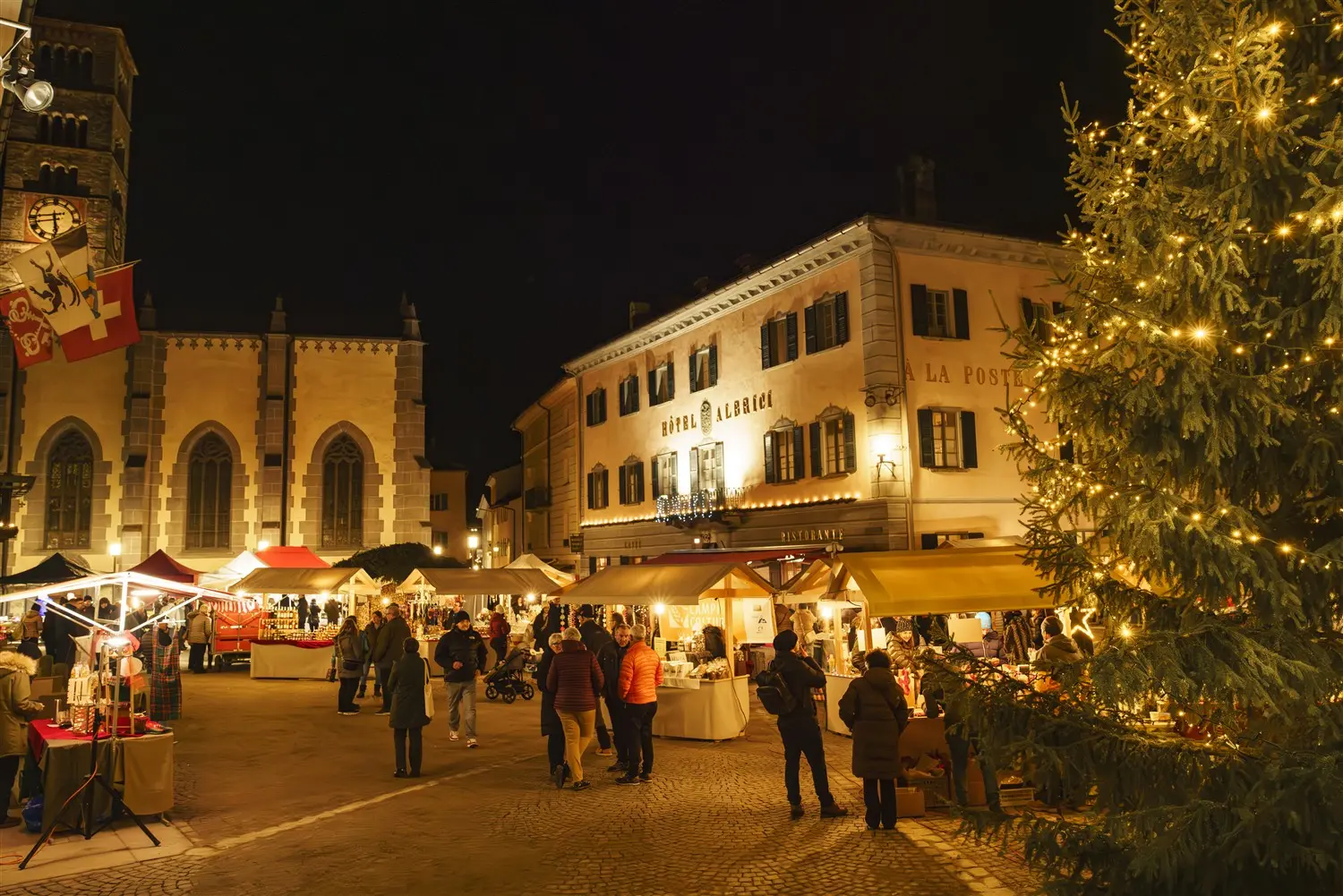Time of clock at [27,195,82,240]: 5:44
